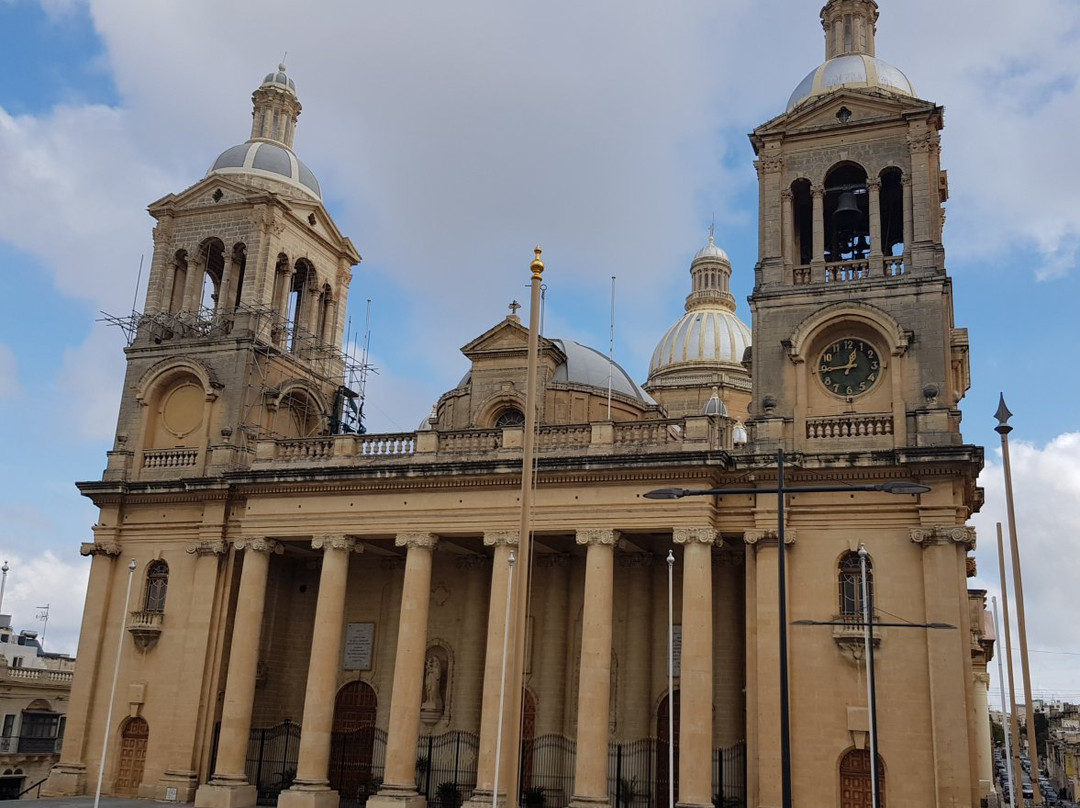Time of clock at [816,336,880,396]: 12:44
